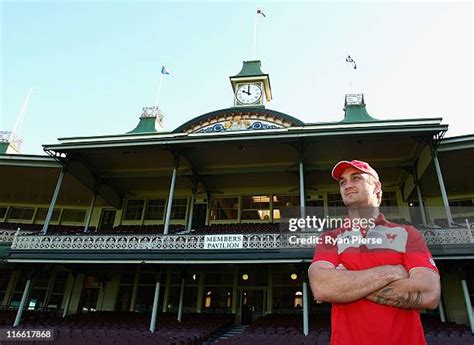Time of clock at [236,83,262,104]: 10:00
